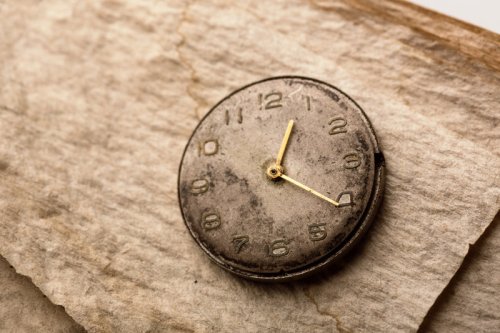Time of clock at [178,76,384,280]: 12:20
